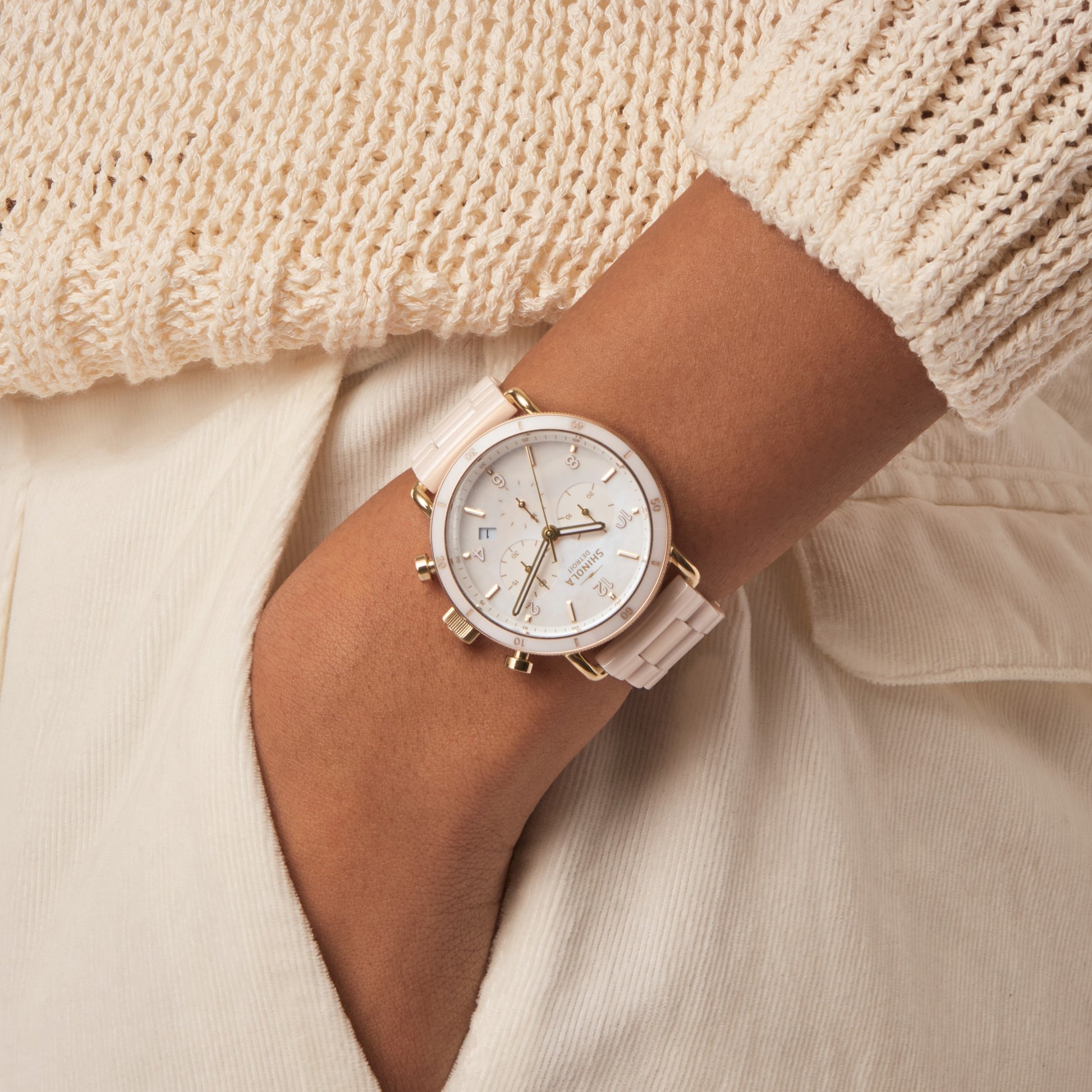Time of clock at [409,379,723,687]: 2:31
